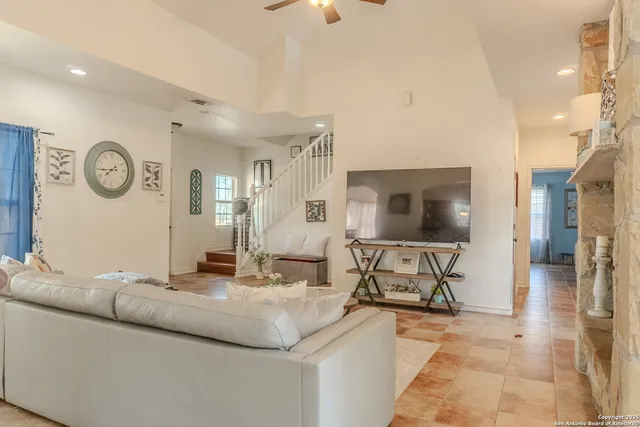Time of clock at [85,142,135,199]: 7:44
